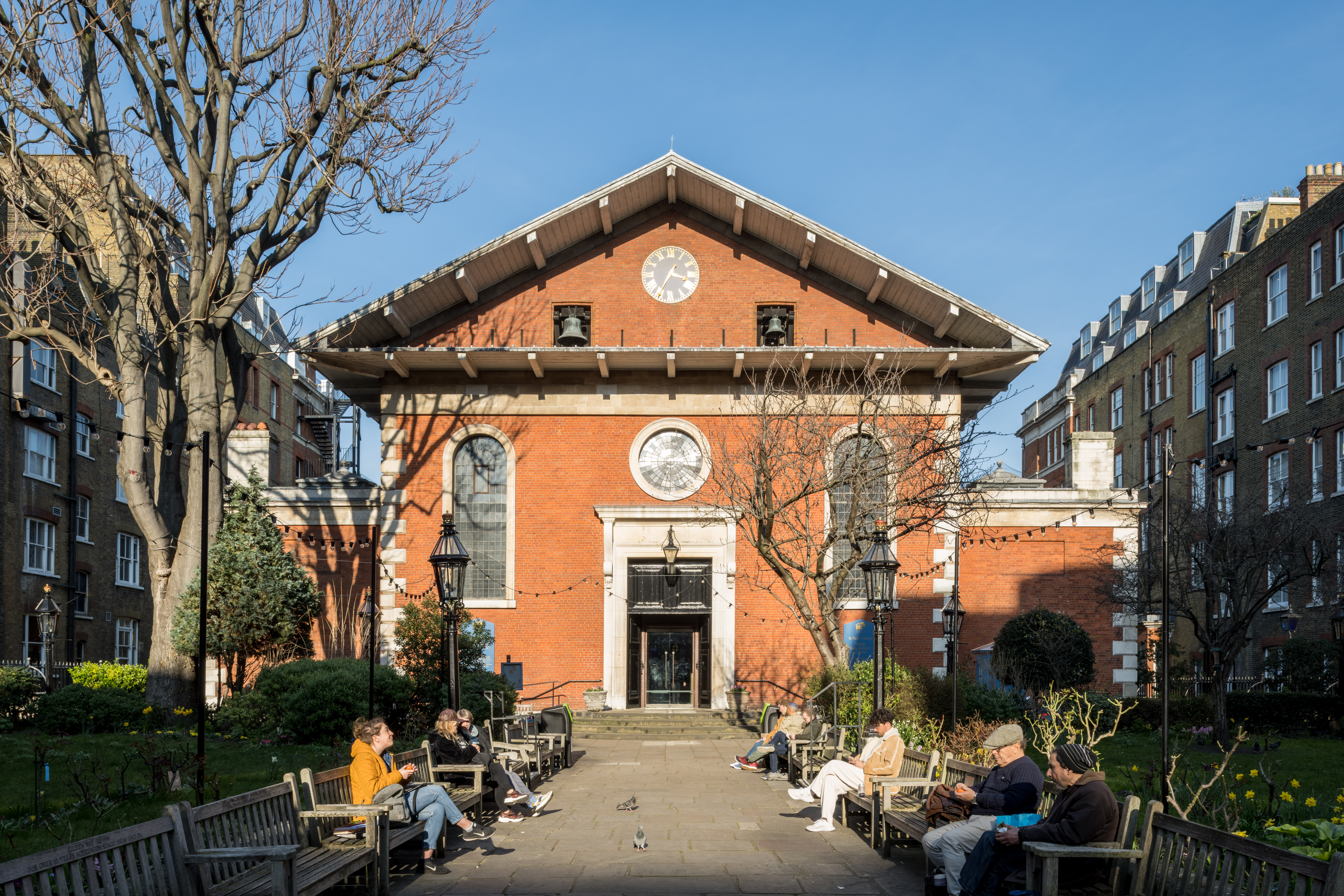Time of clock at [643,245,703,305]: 3:35
